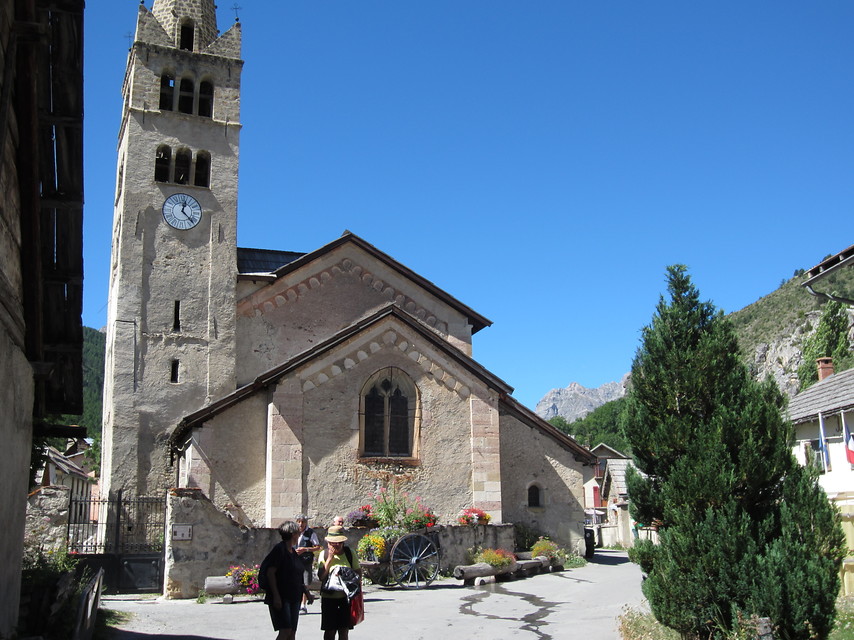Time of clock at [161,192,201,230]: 12:22
